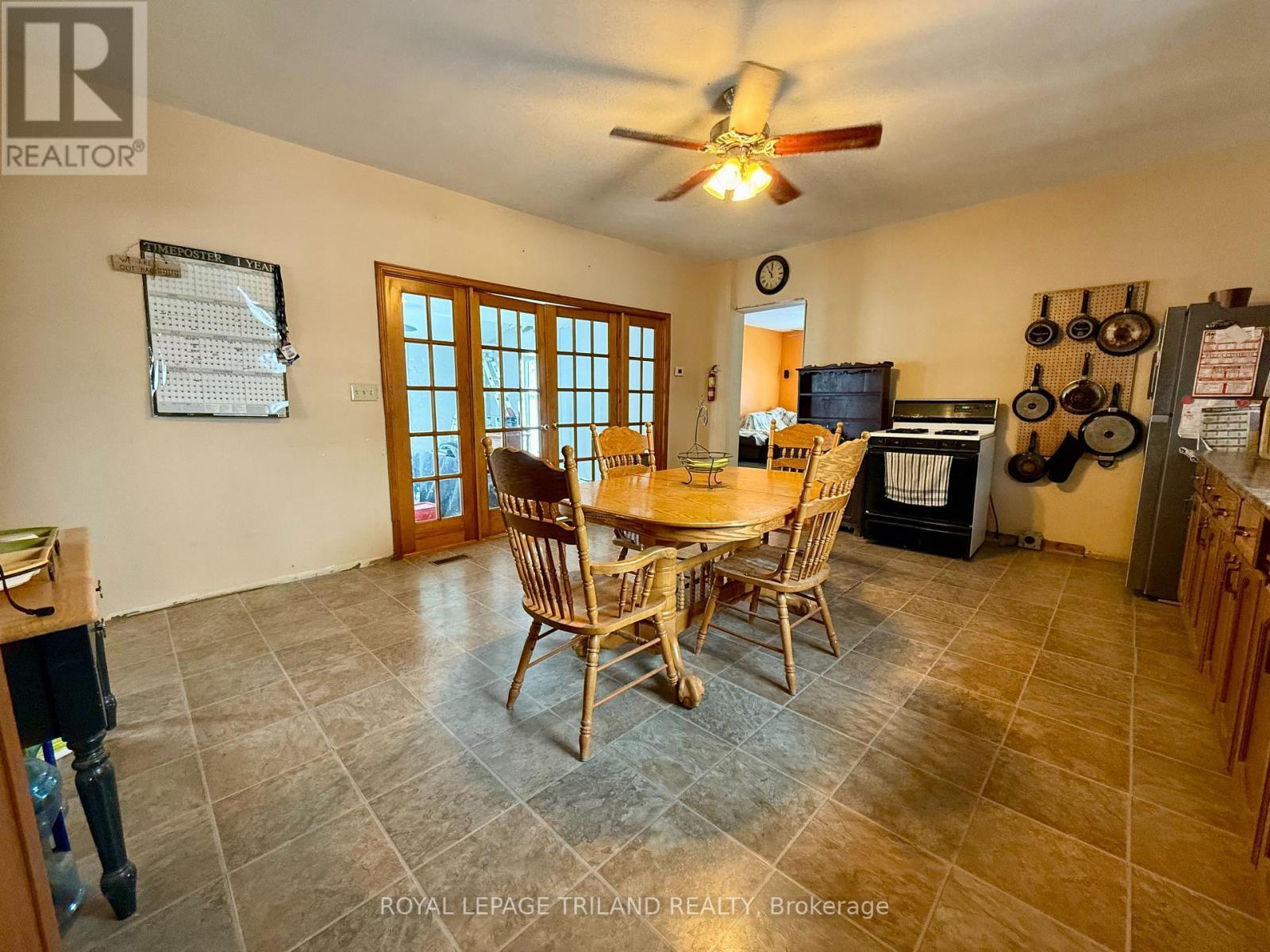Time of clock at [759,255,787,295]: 11:00
